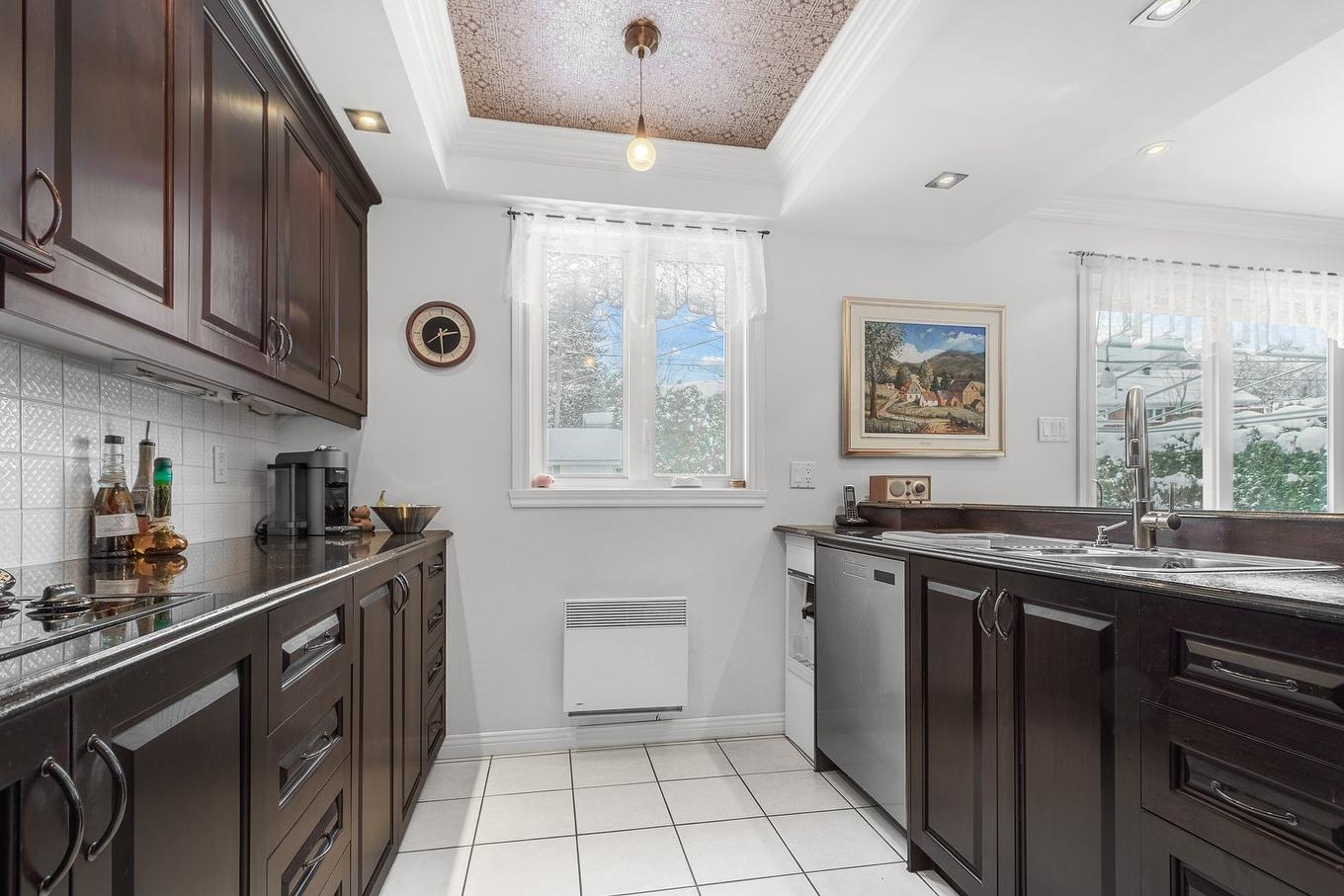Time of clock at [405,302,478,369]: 2:29
